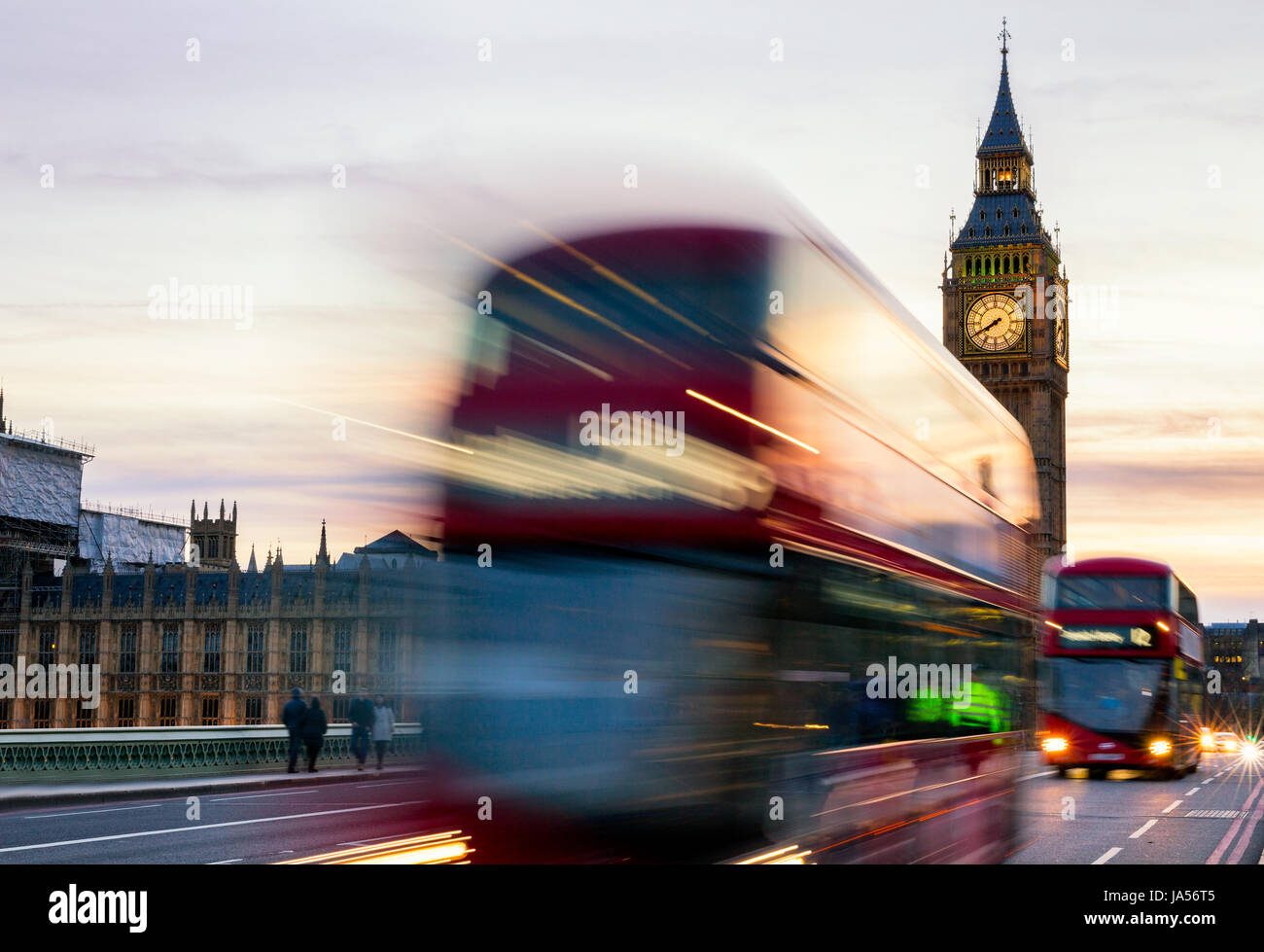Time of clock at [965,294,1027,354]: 7:40
